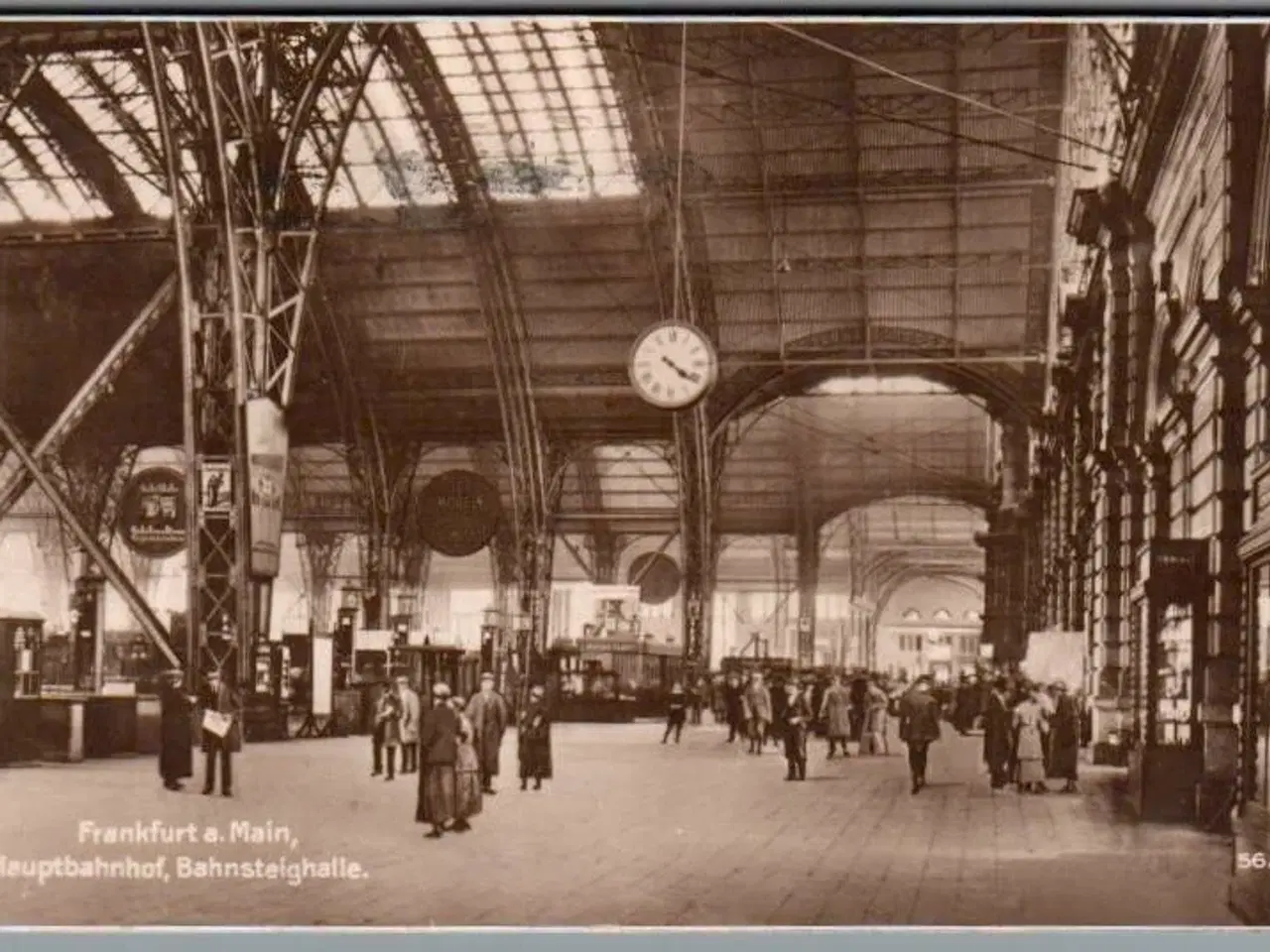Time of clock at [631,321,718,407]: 4:20
